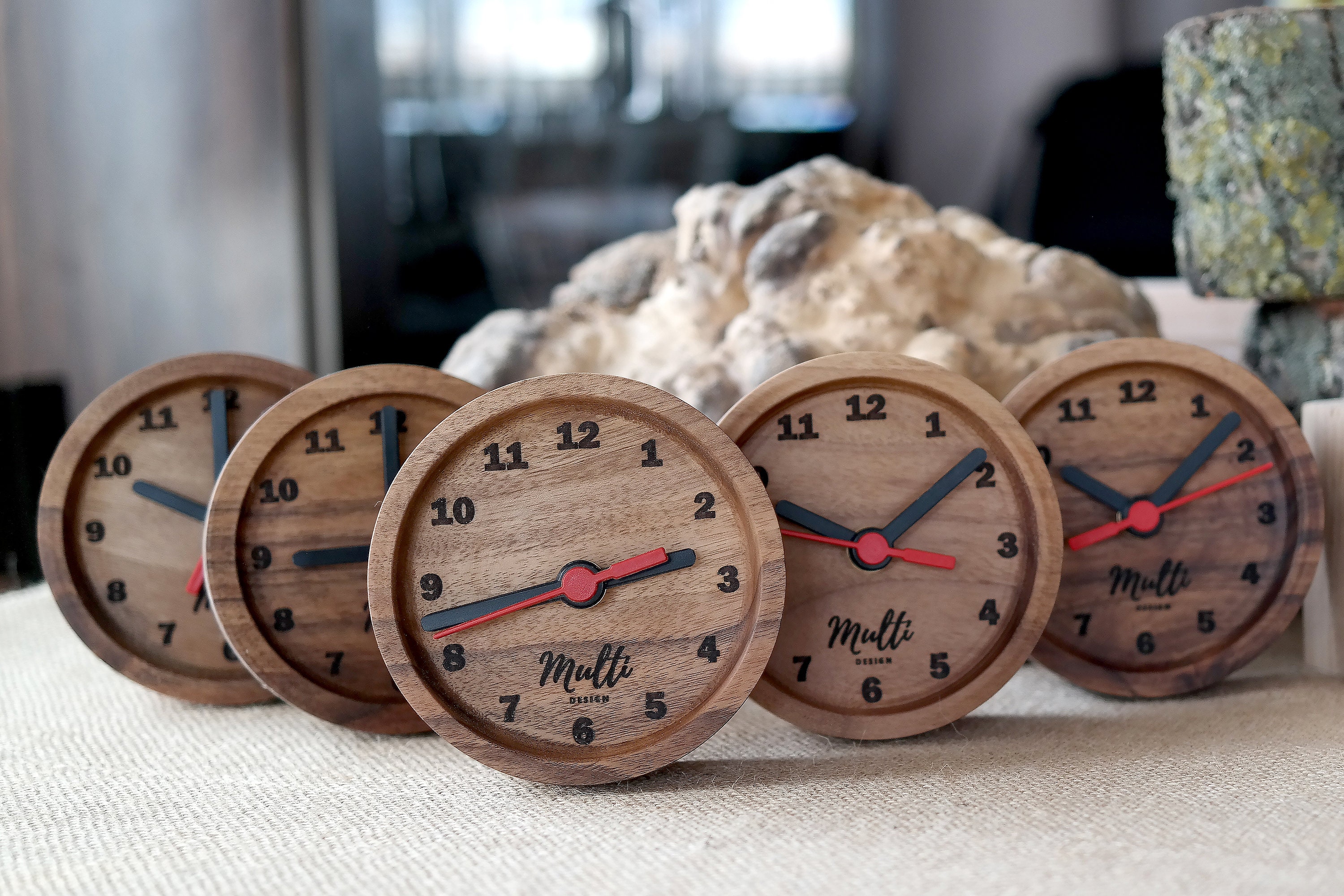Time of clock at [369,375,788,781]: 2:42
